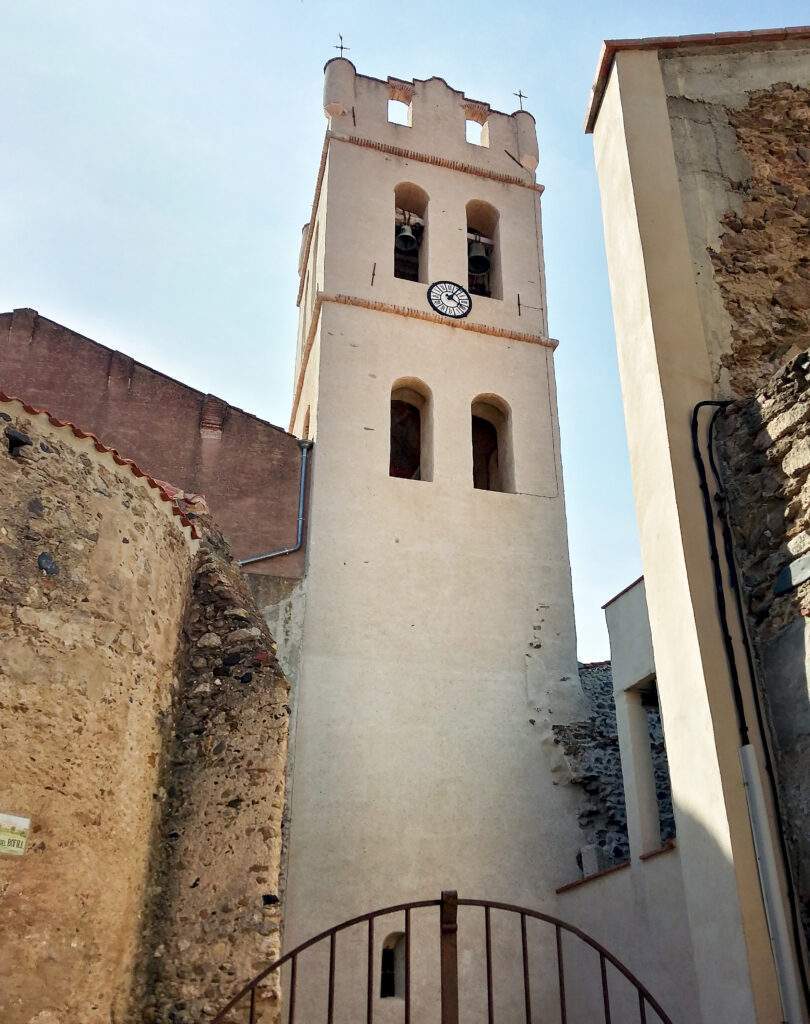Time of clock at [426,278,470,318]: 4:07
